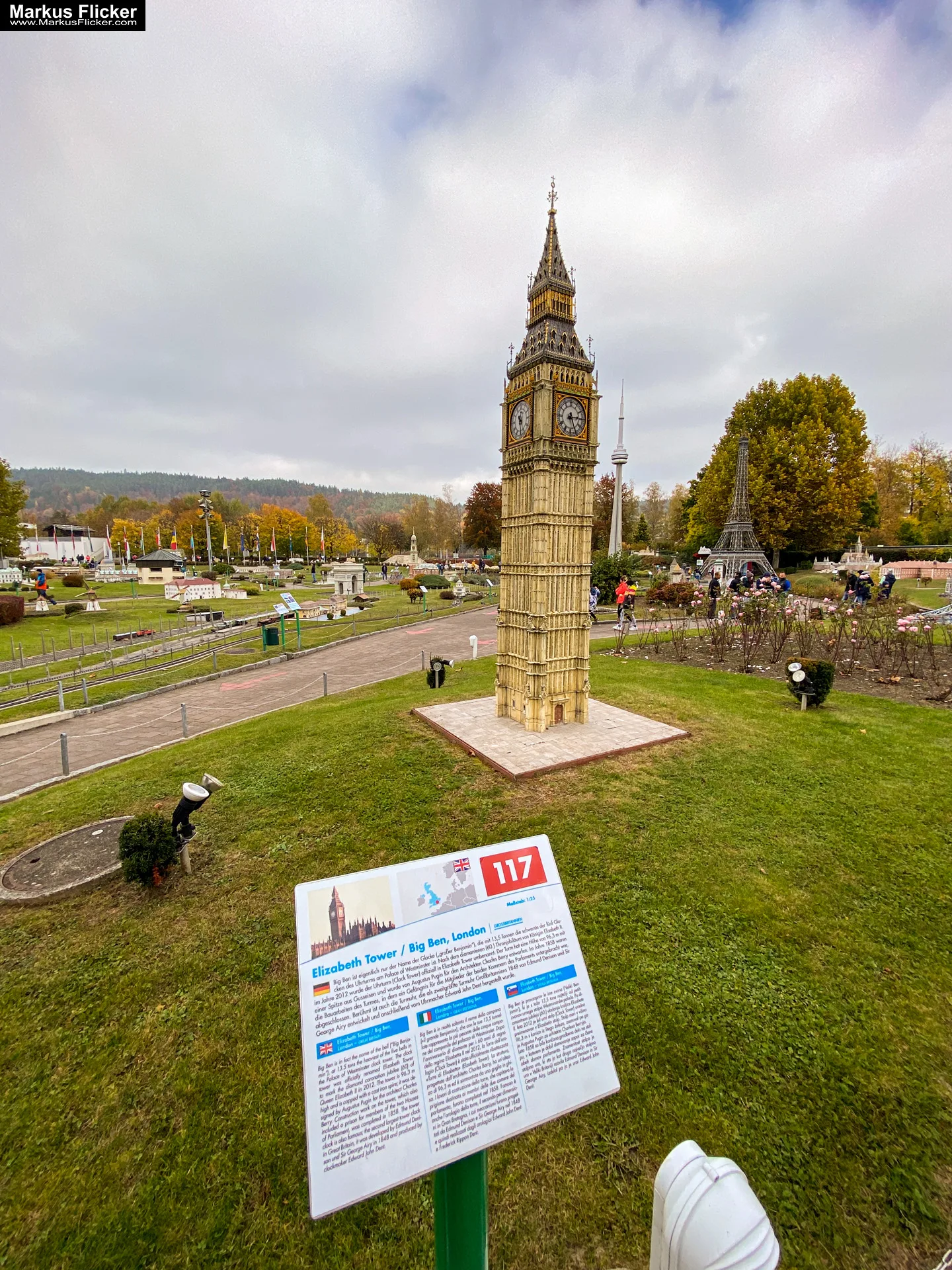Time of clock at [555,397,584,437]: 5:14
